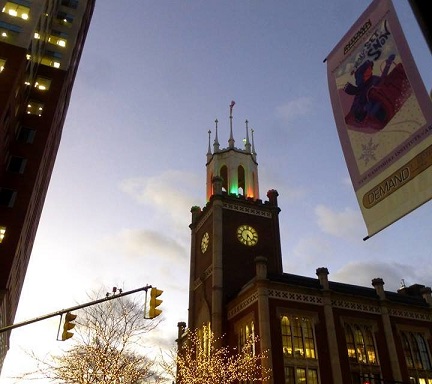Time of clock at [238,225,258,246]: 4:32
